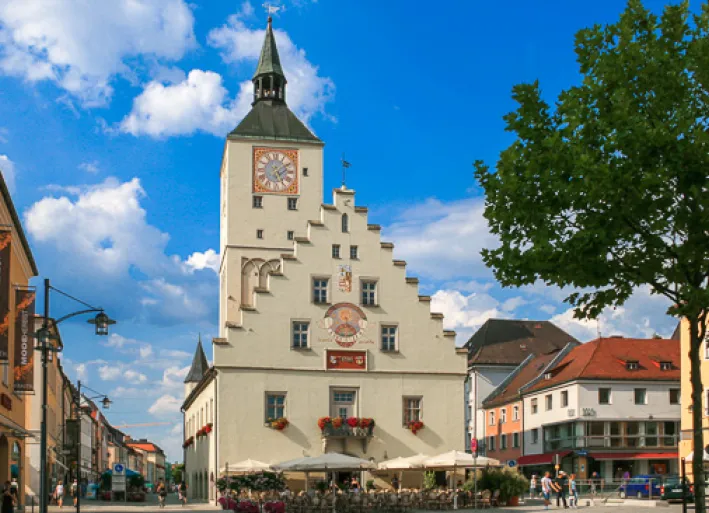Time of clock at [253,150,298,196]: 5:09
